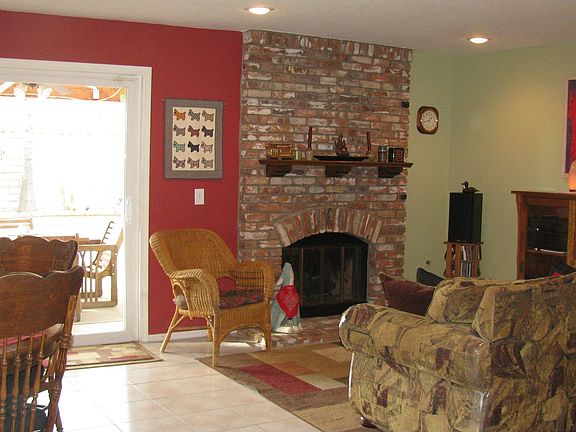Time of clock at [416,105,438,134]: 1:42
